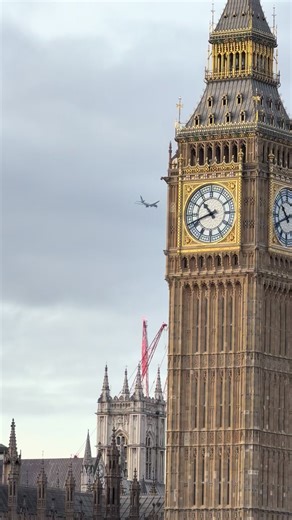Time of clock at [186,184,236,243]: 10:41
